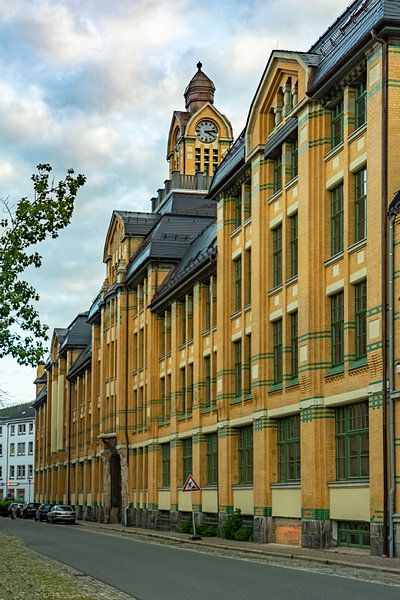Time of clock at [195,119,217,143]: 4:13
